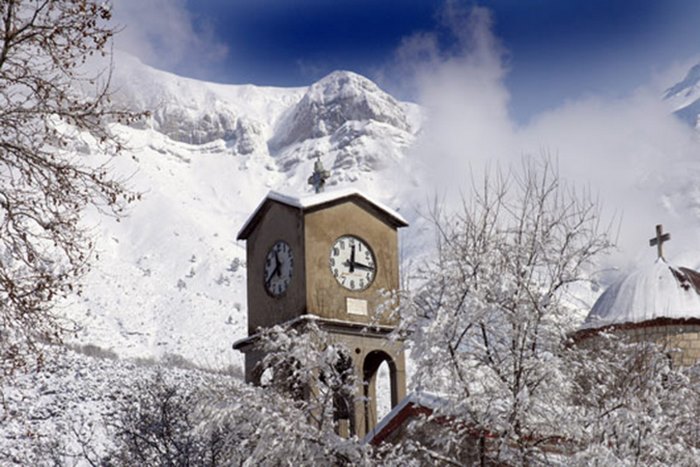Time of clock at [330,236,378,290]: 12:15
